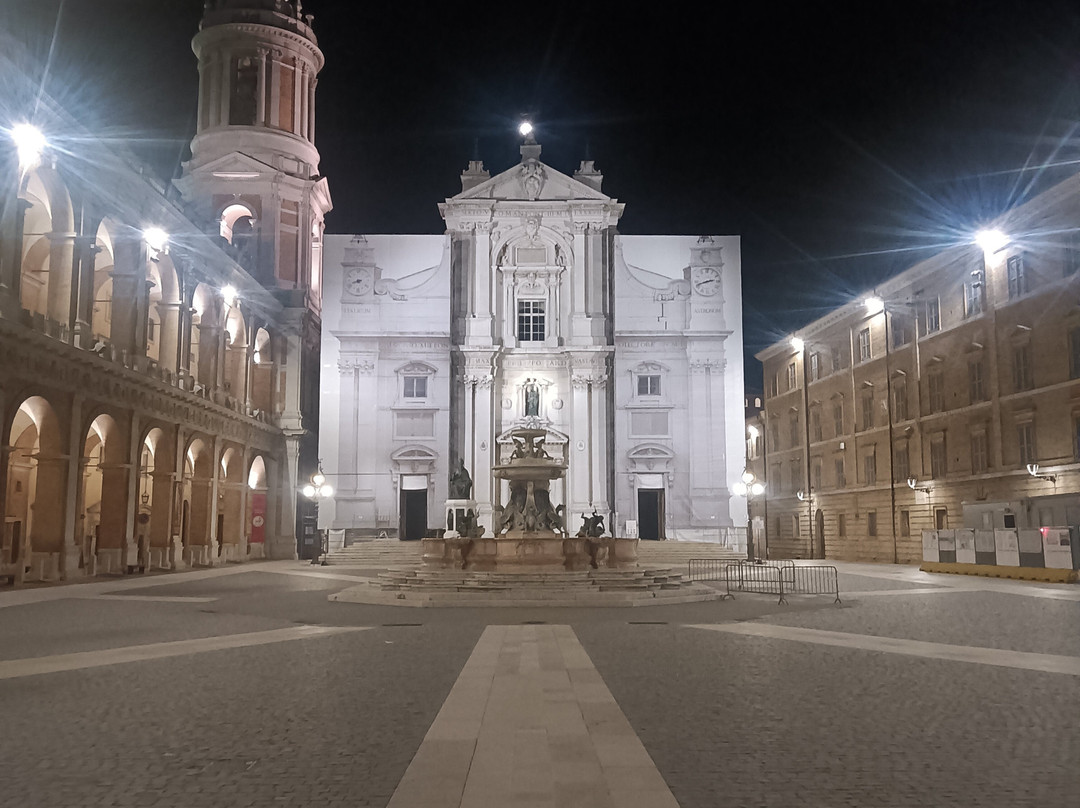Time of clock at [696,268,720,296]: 2:42
